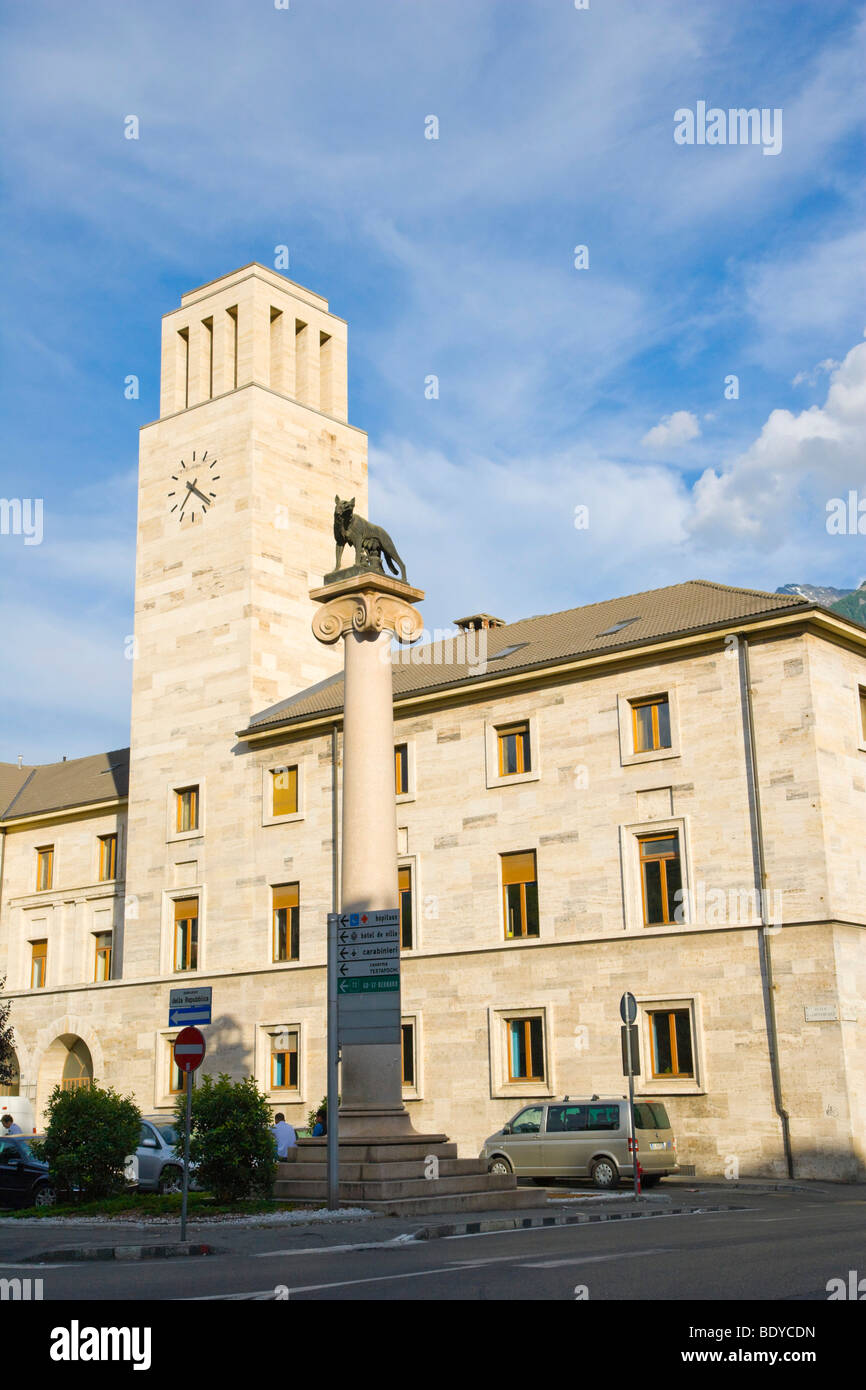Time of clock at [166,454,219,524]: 7:22
